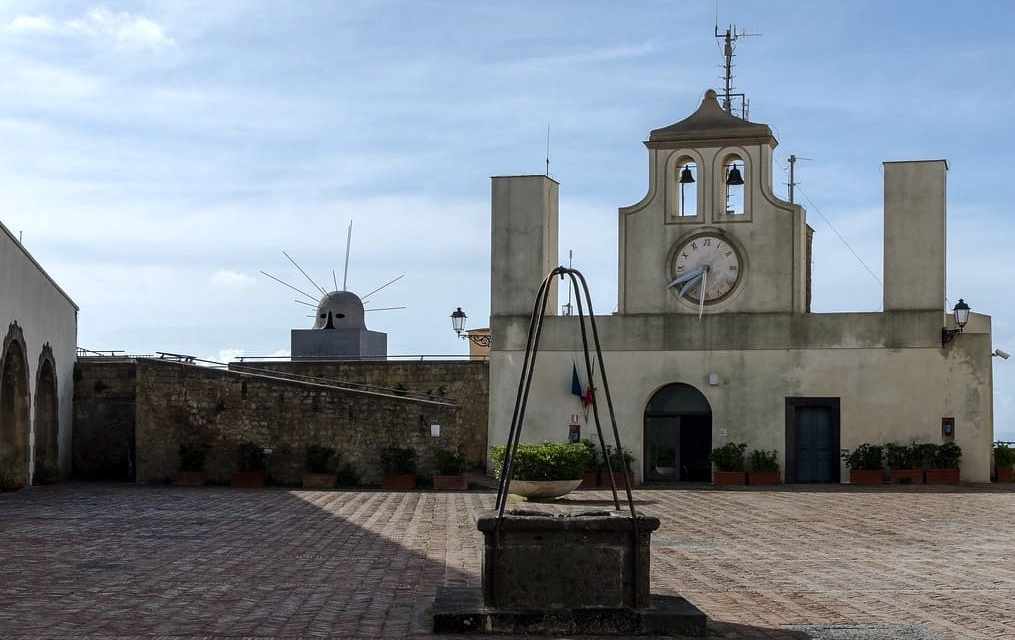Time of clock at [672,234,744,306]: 7:40
